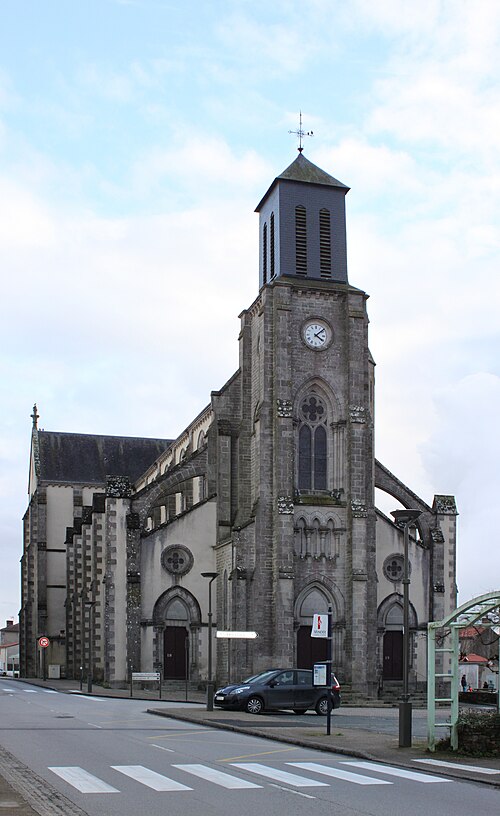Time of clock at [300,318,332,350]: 4:07
